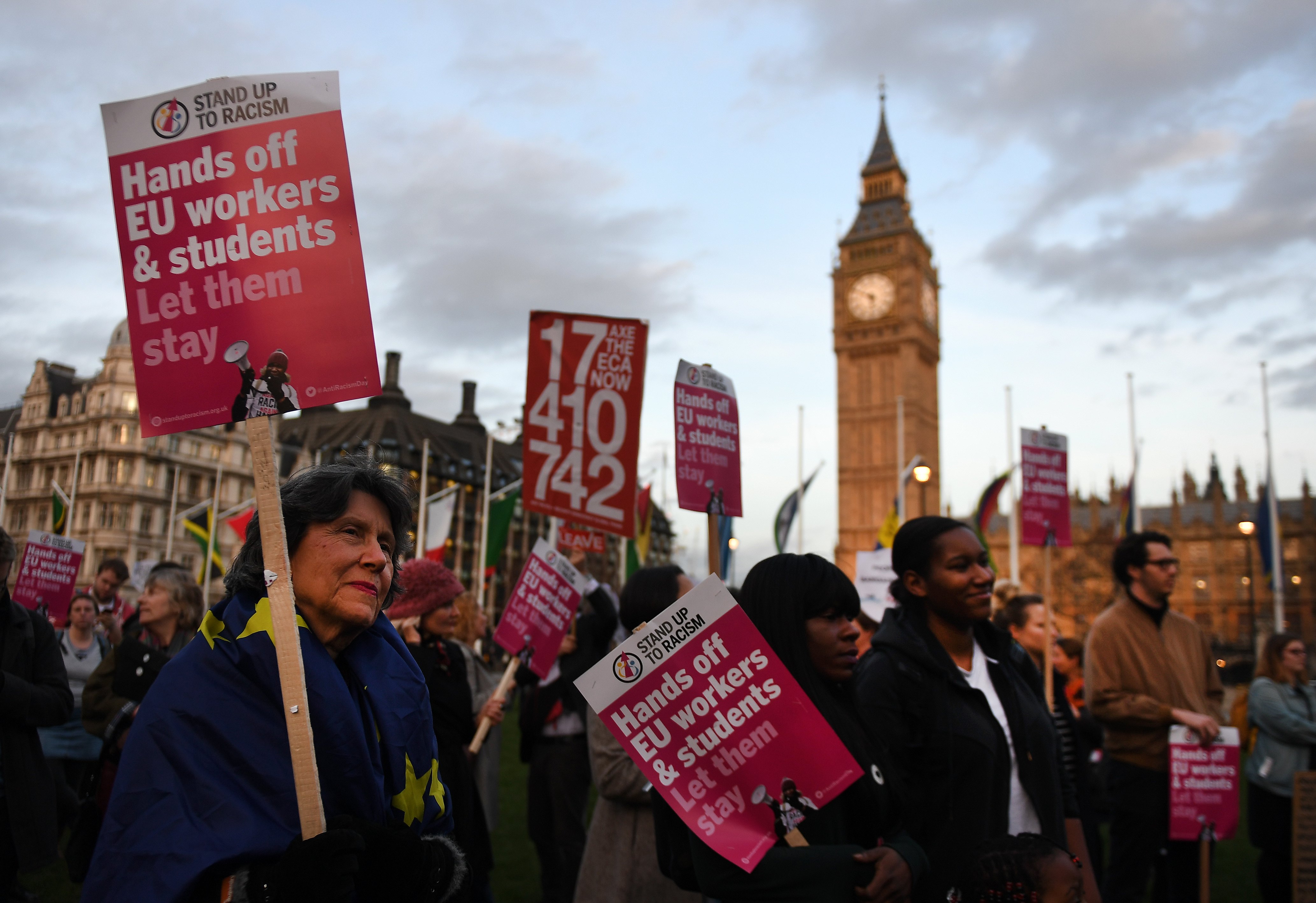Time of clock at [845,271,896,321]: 5:49
